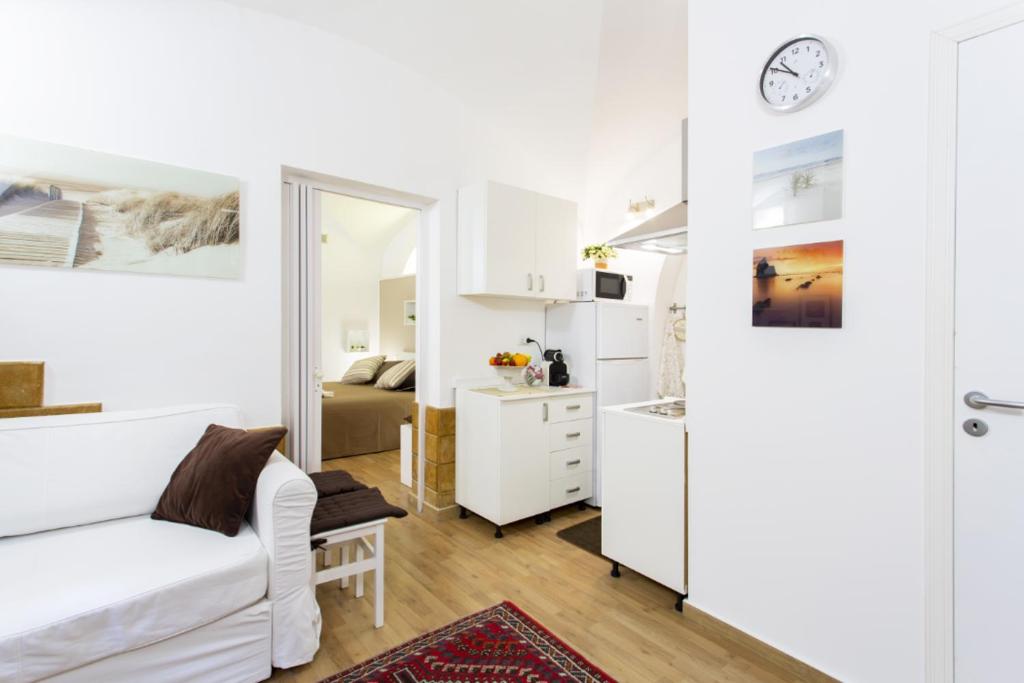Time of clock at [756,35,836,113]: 10:50
